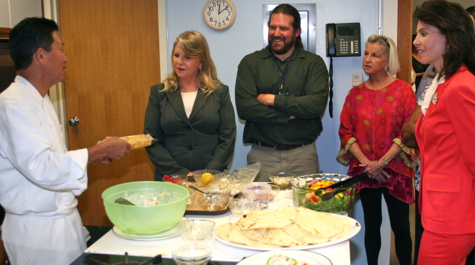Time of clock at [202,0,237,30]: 12:09
